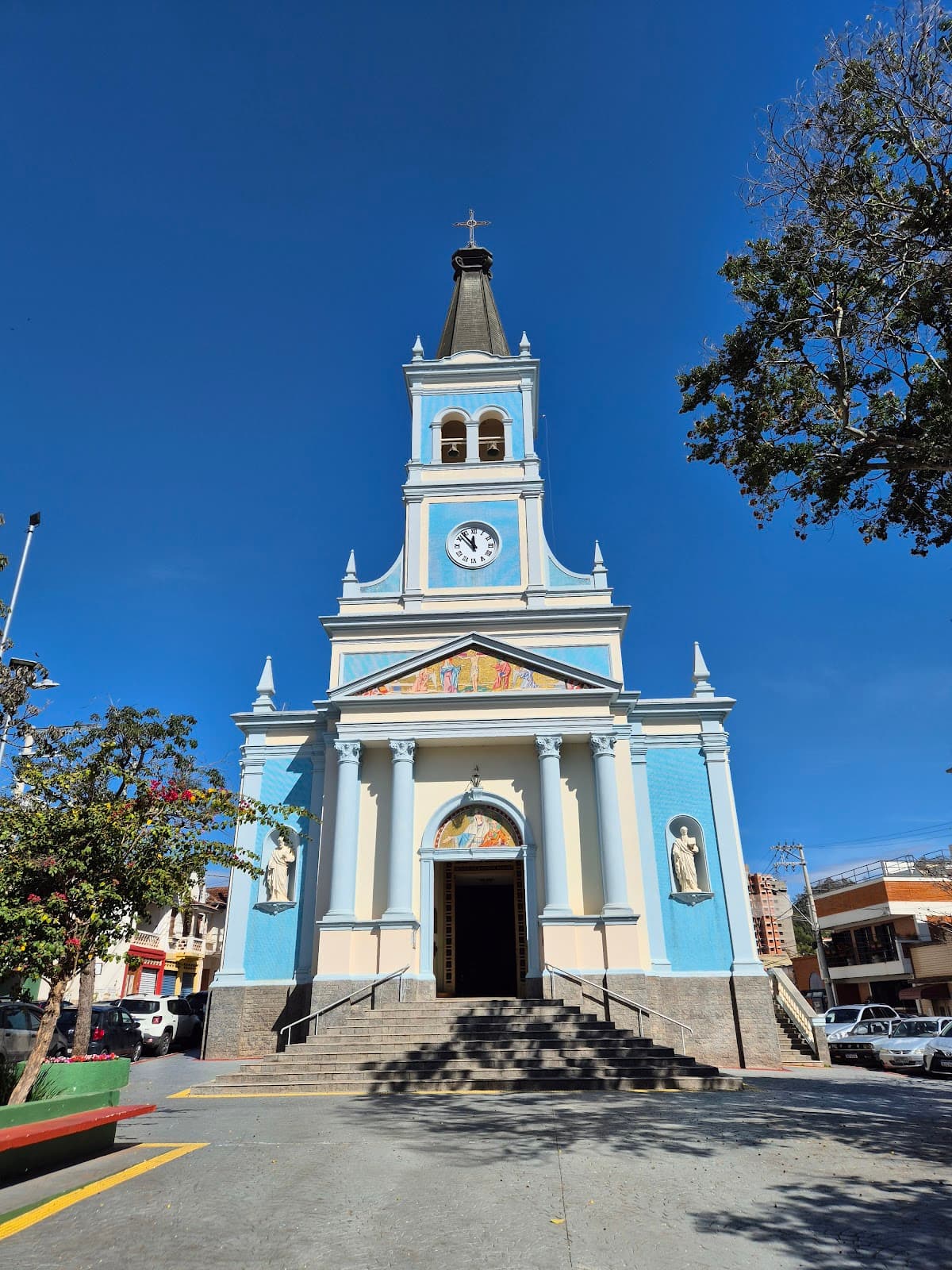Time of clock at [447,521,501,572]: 11:53
